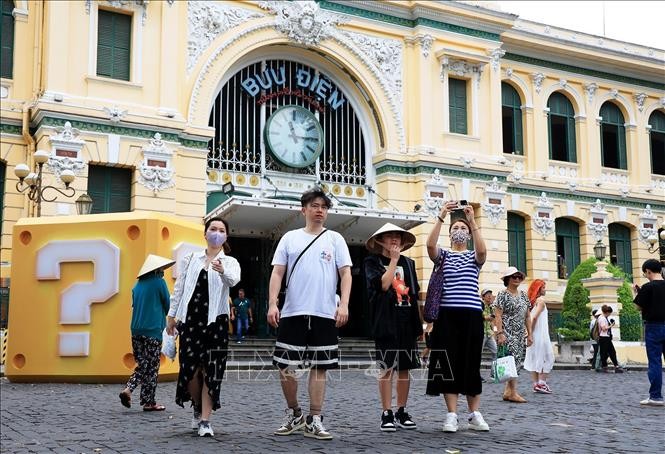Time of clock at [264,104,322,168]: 11:14
